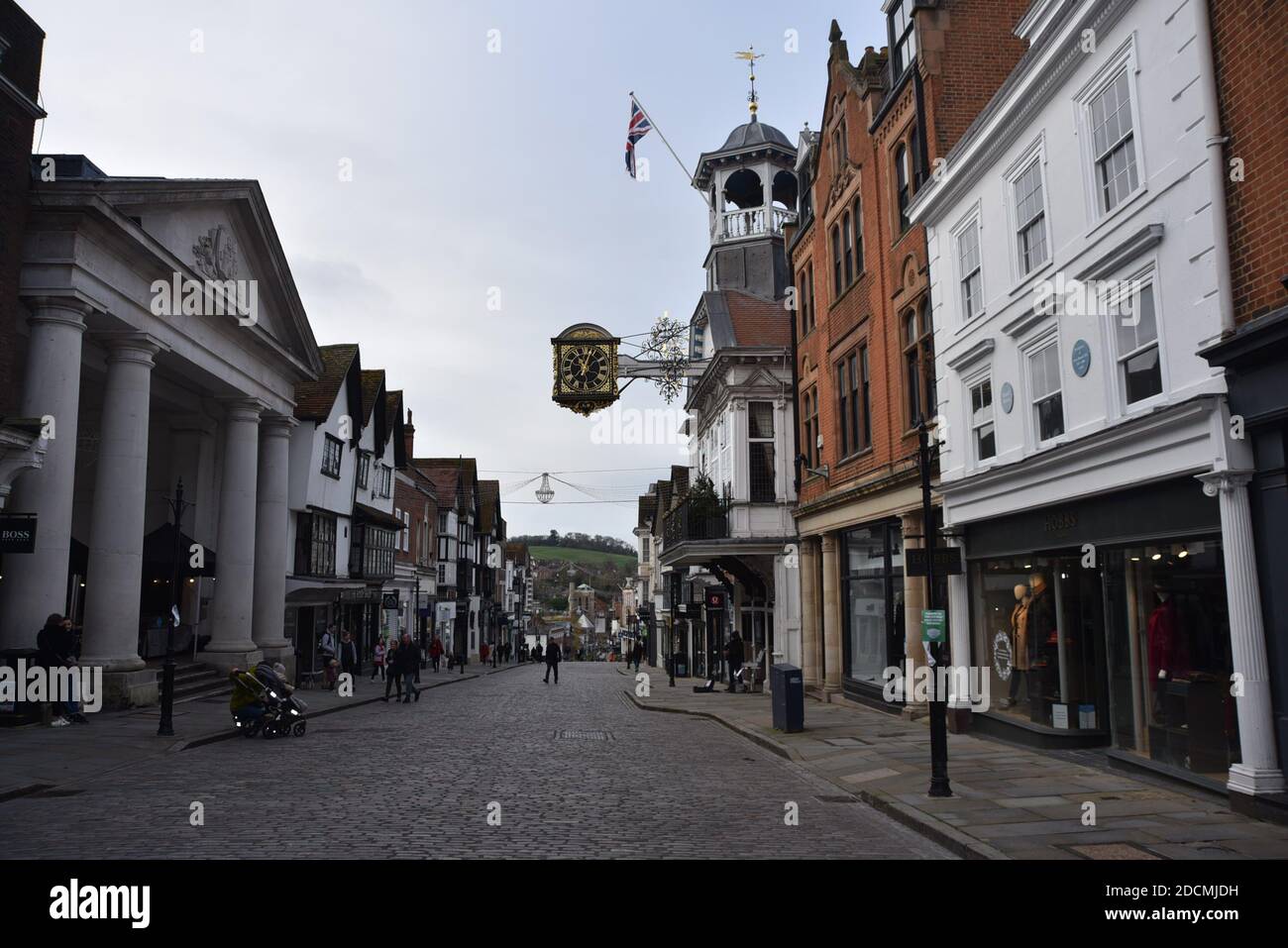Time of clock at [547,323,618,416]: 11:02
